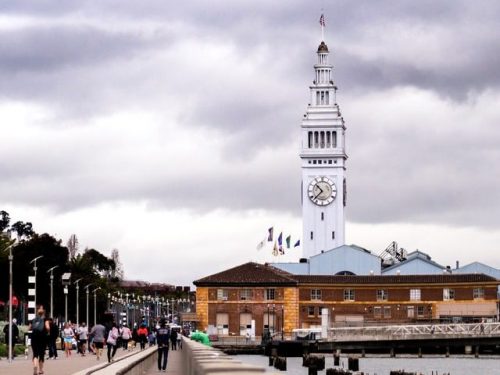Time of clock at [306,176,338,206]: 10:37
